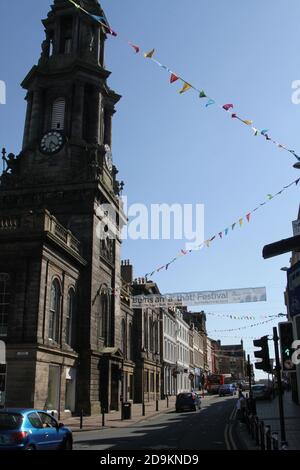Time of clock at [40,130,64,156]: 6:21
